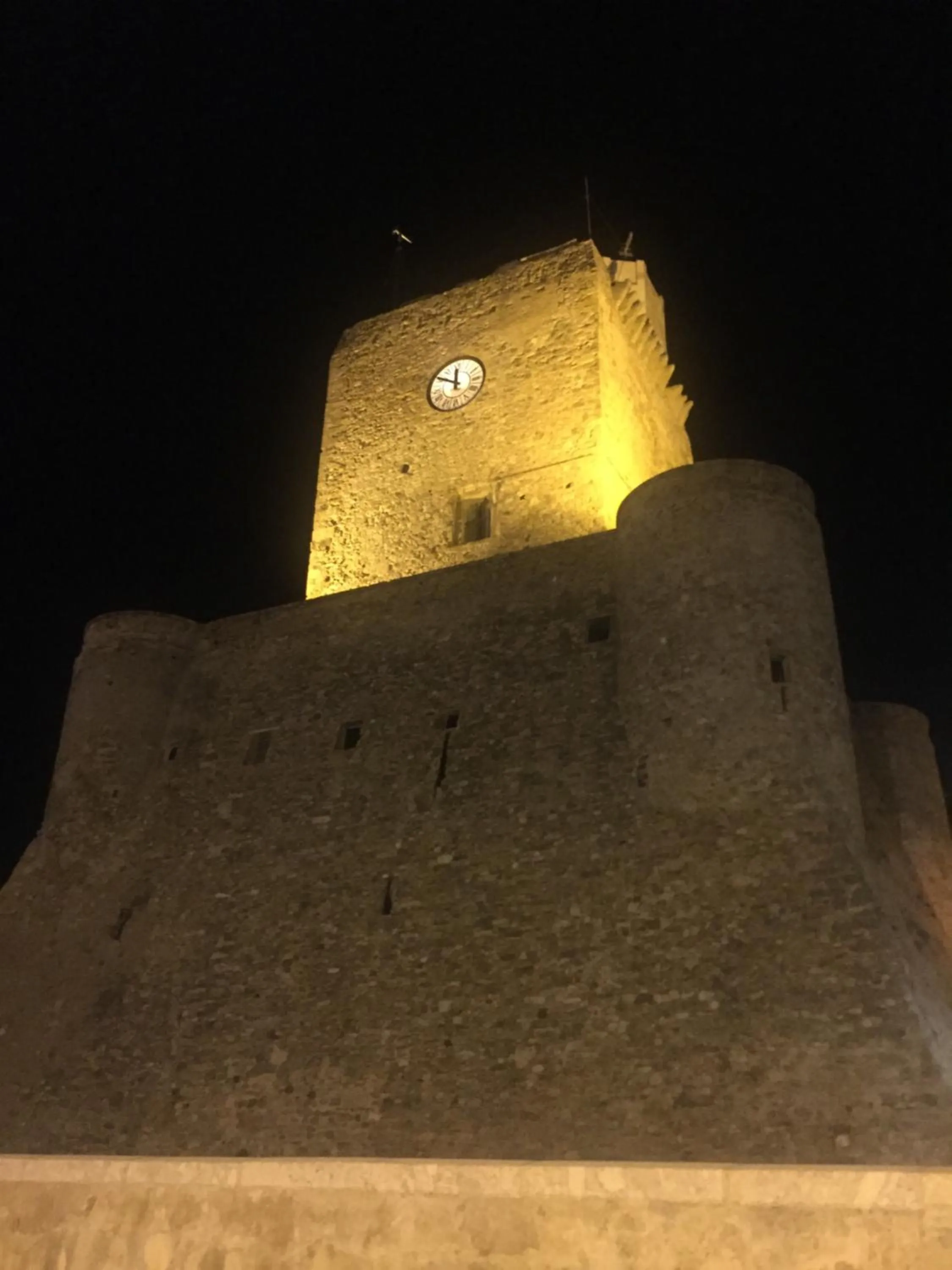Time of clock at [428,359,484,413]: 11:50
